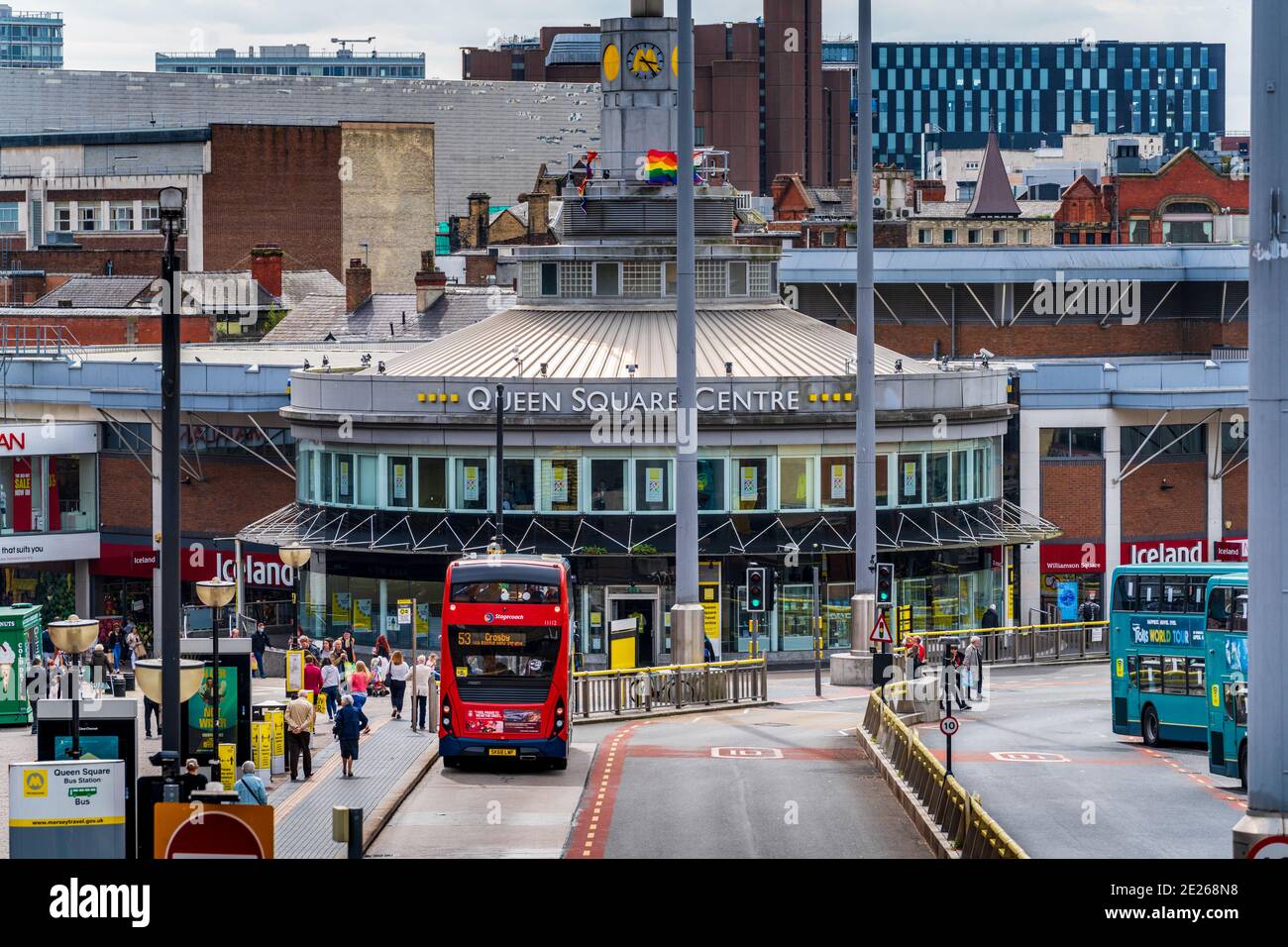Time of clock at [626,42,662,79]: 3:23
